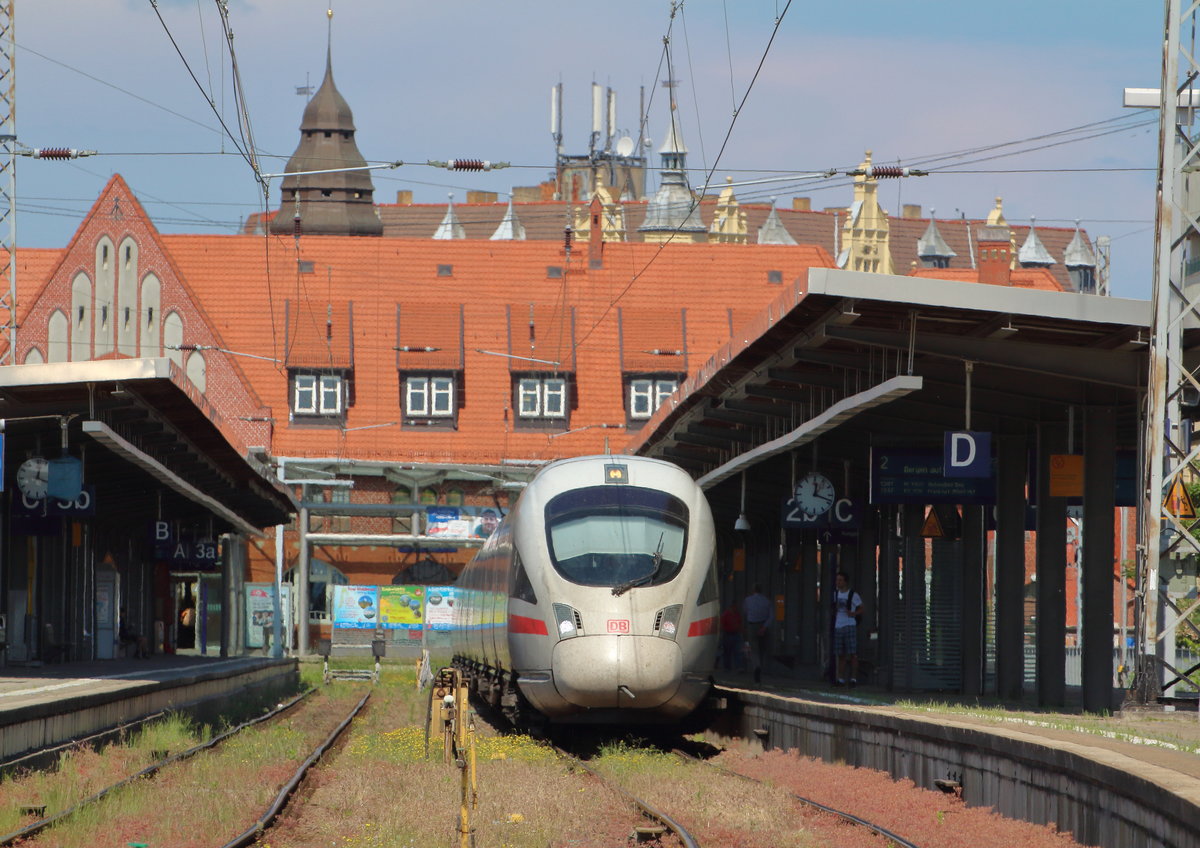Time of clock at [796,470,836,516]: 12:18
